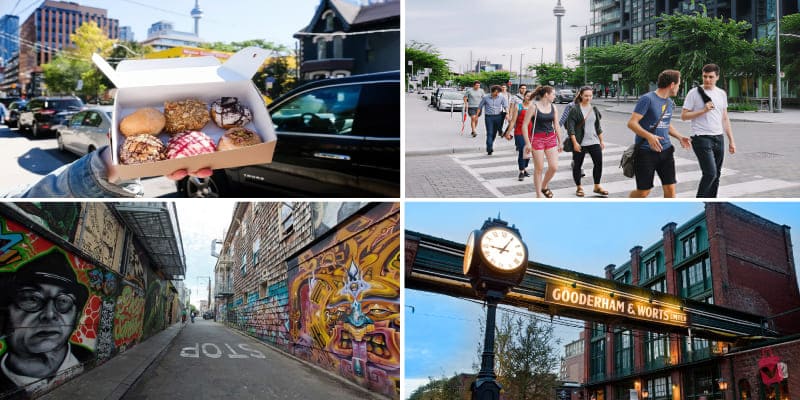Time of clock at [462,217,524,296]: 9:05
